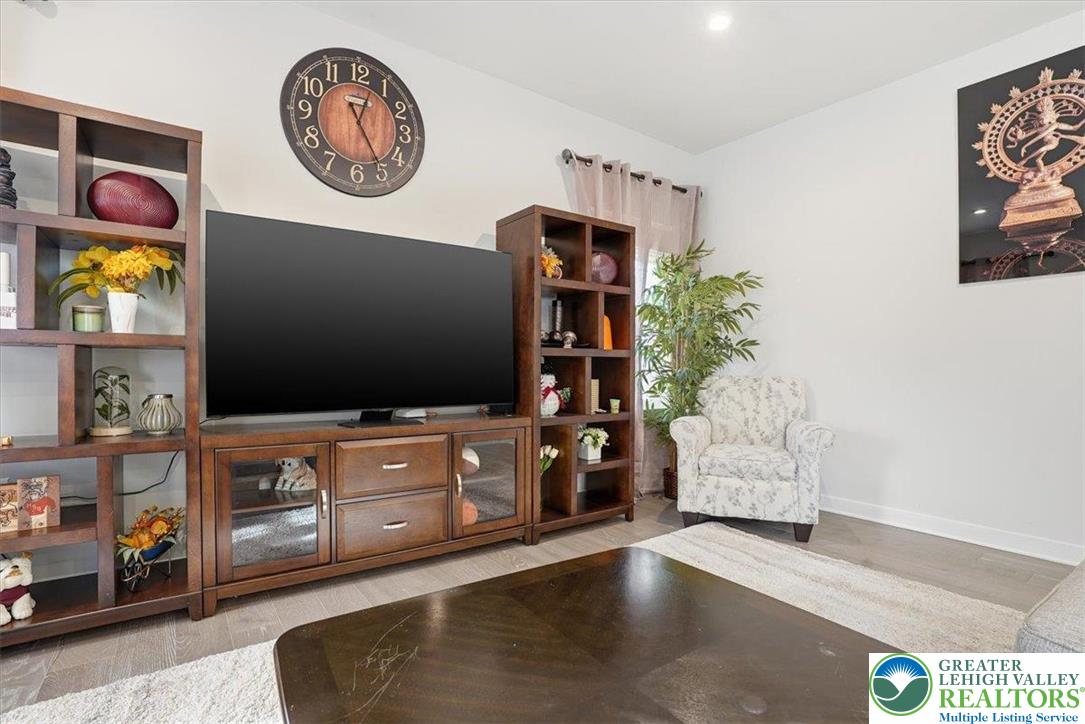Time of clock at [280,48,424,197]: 12:24
